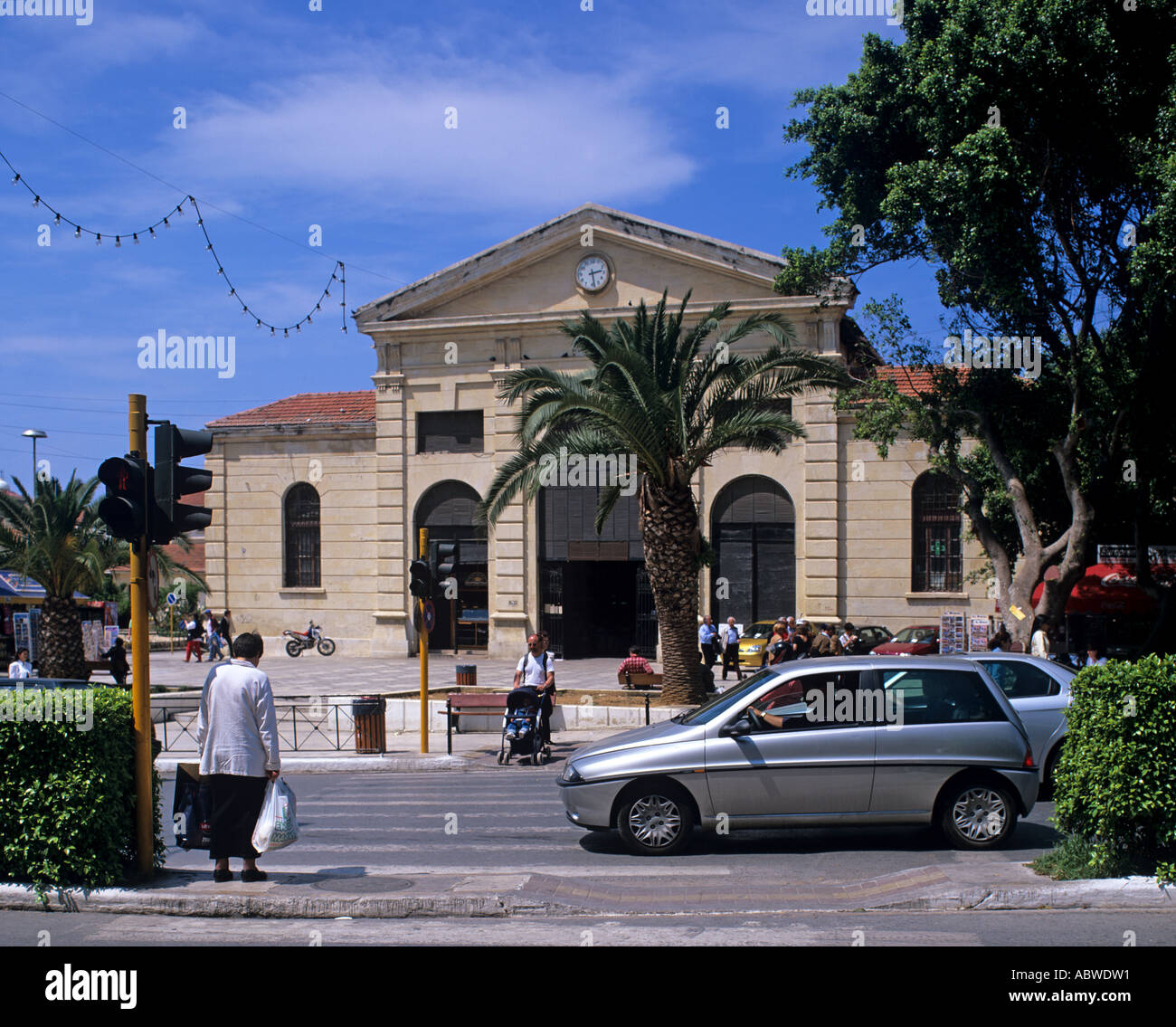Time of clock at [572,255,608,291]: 2:28
